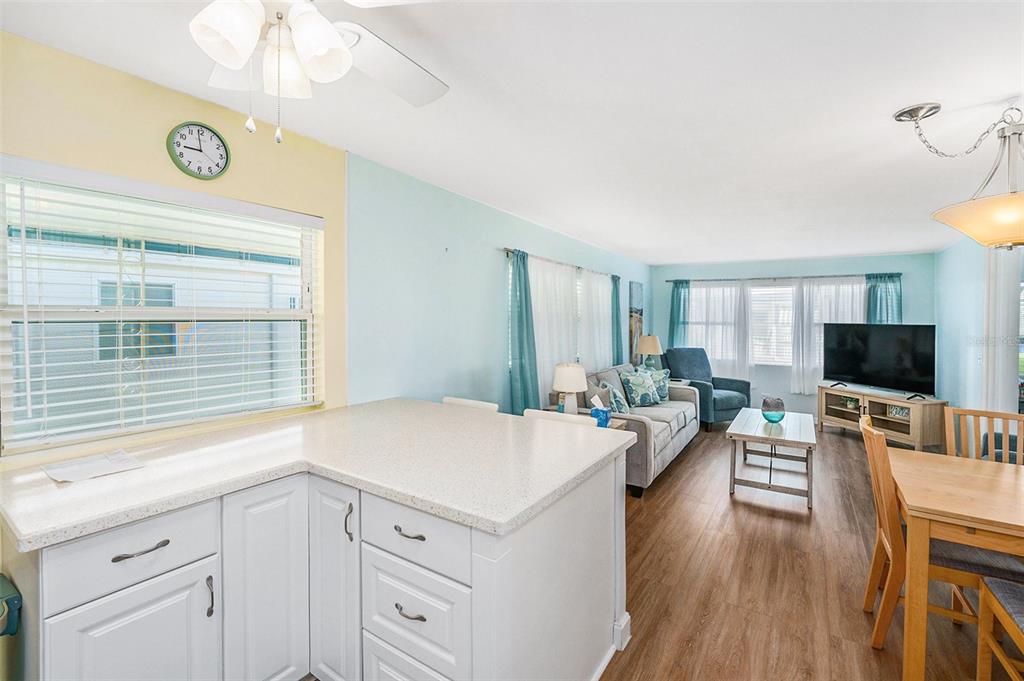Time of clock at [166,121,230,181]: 8:58
